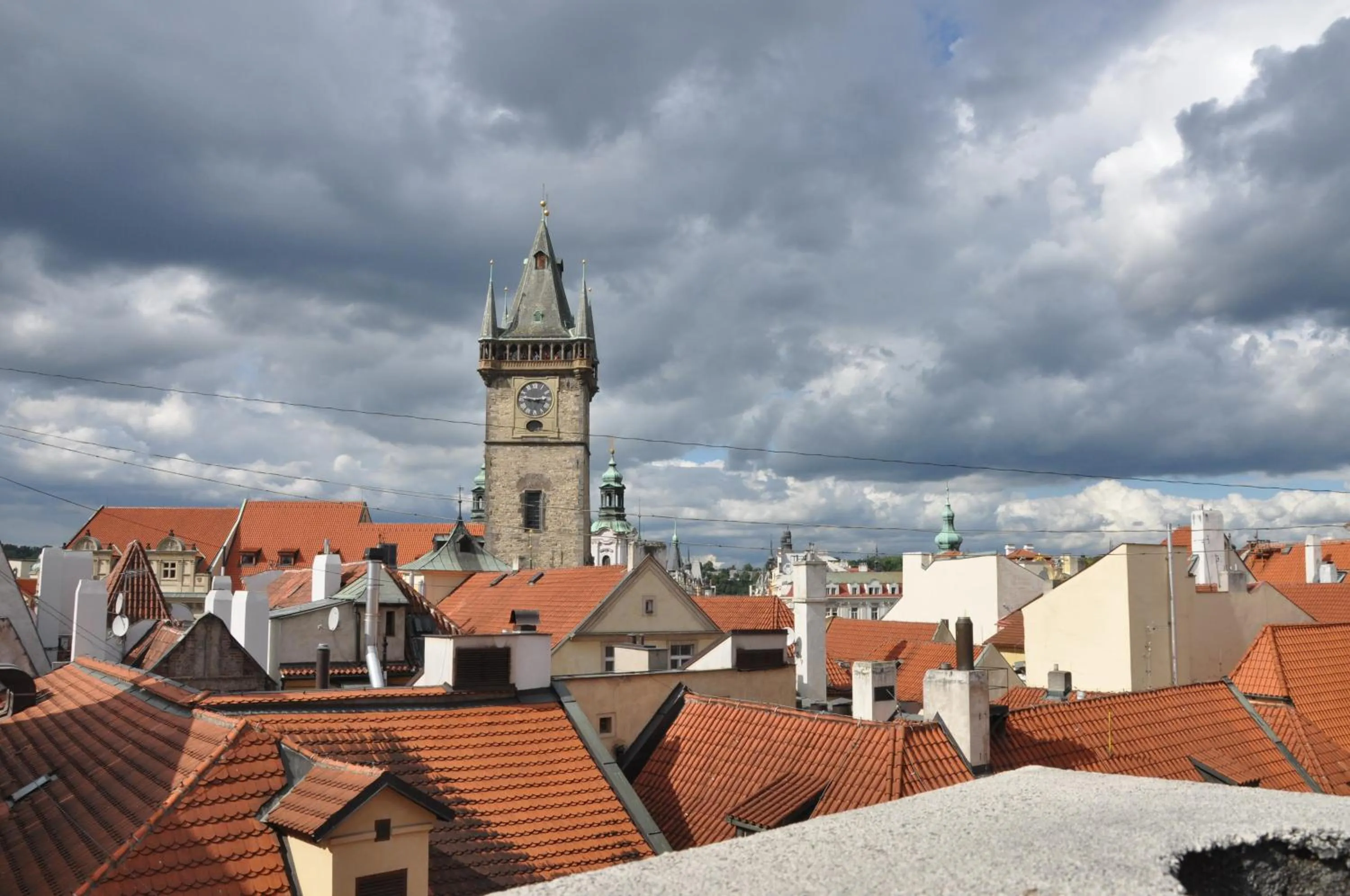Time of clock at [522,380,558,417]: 2:46
